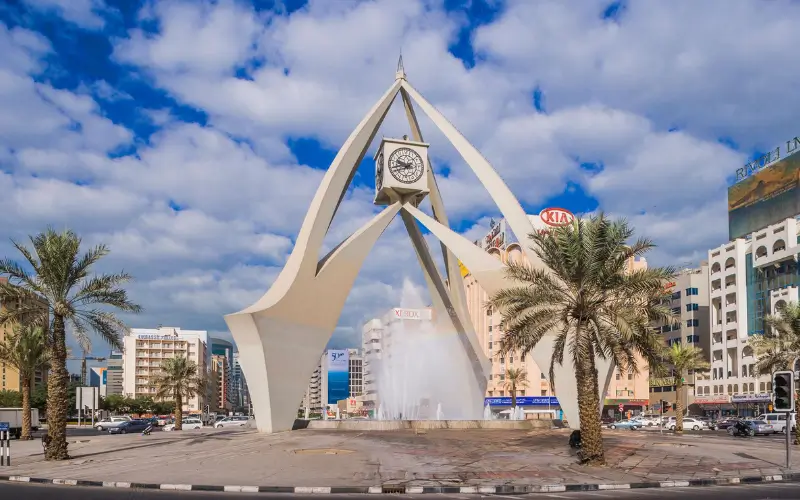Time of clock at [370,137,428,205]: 9:42
